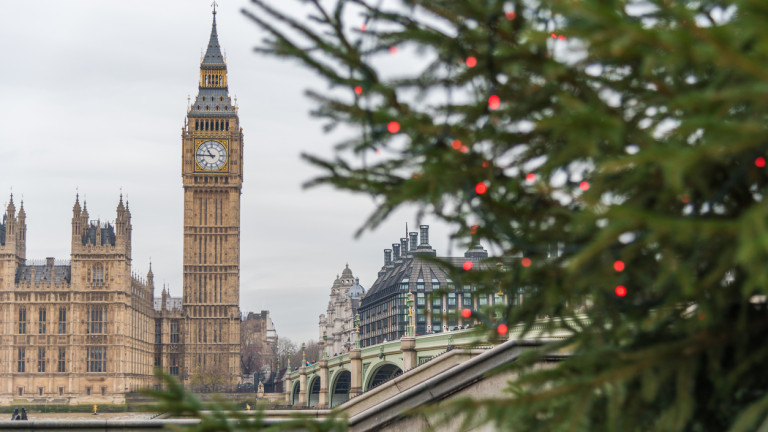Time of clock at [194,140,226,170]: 10:45
